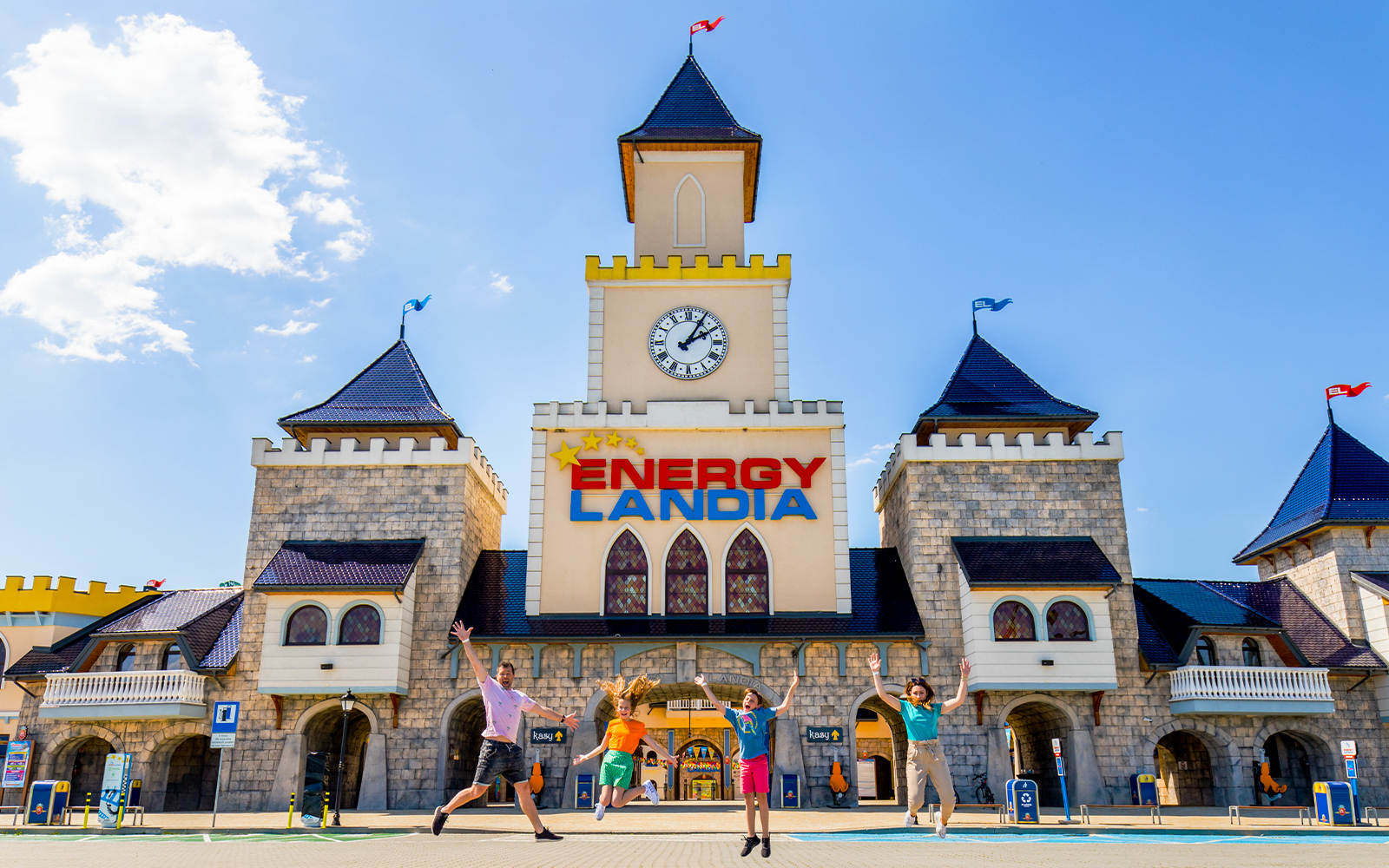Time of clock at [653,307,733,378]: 2:05
